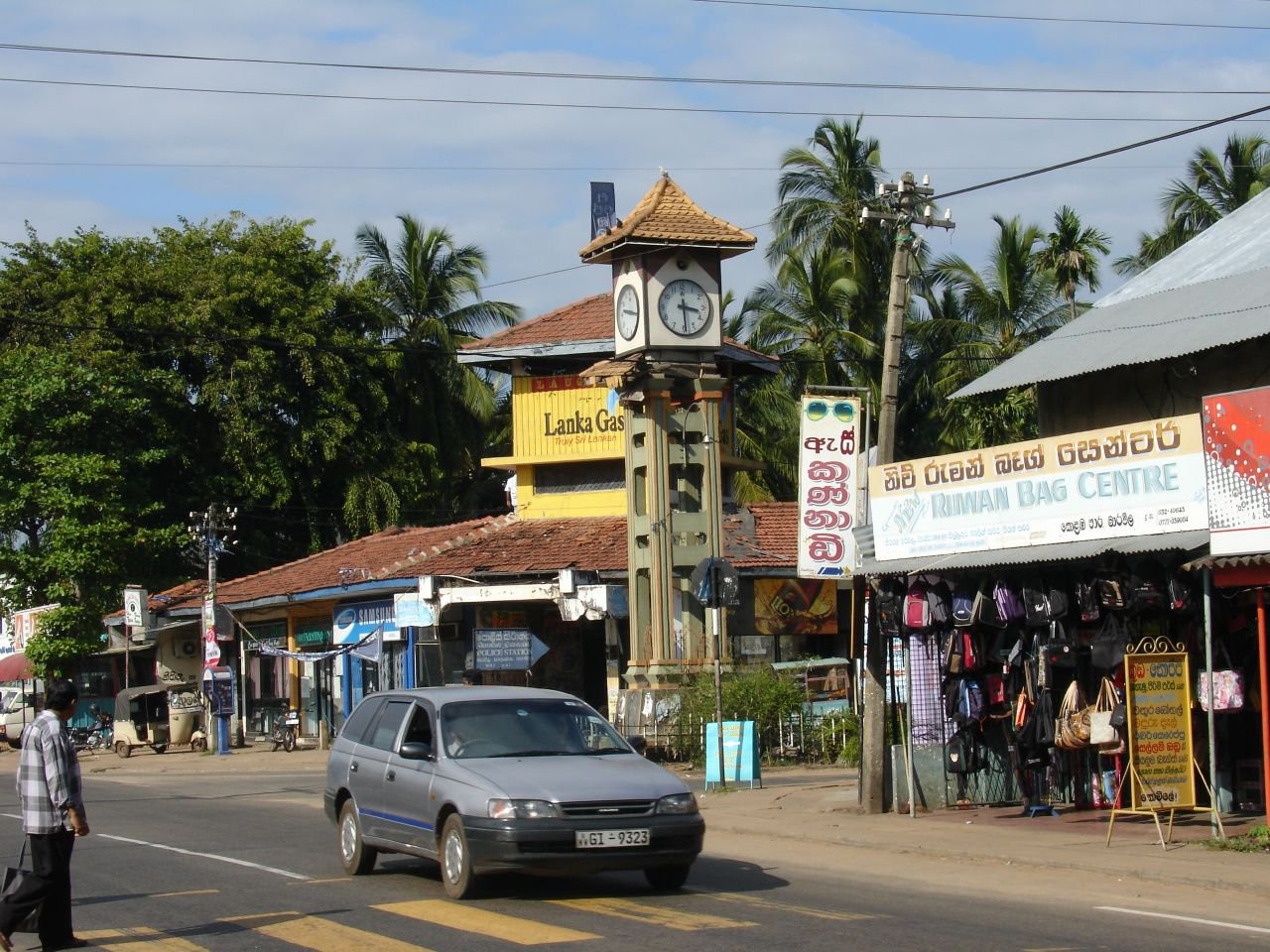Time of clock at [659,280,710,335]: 3:29
